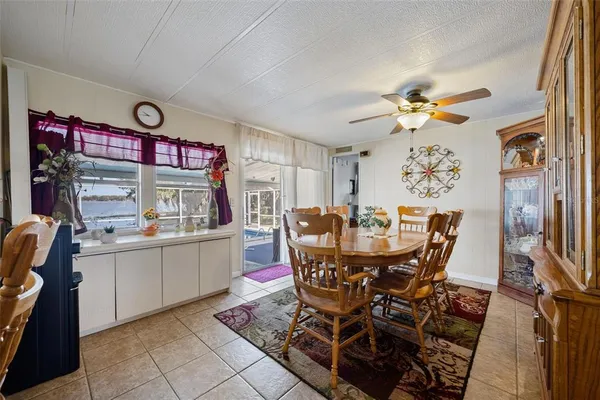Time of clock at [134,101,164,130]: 9:43
